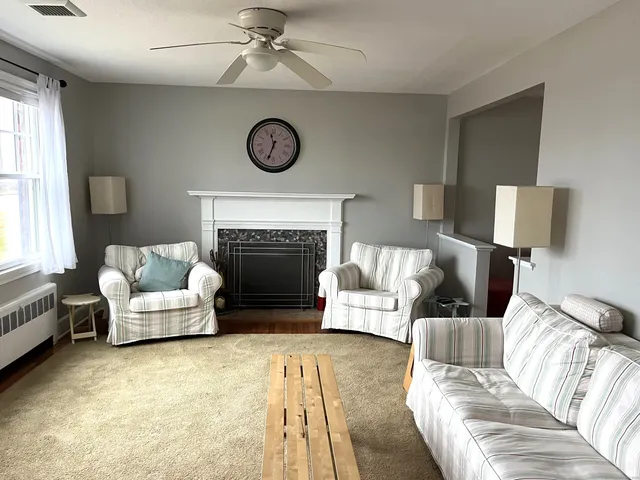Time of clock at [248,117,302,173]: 11:33
